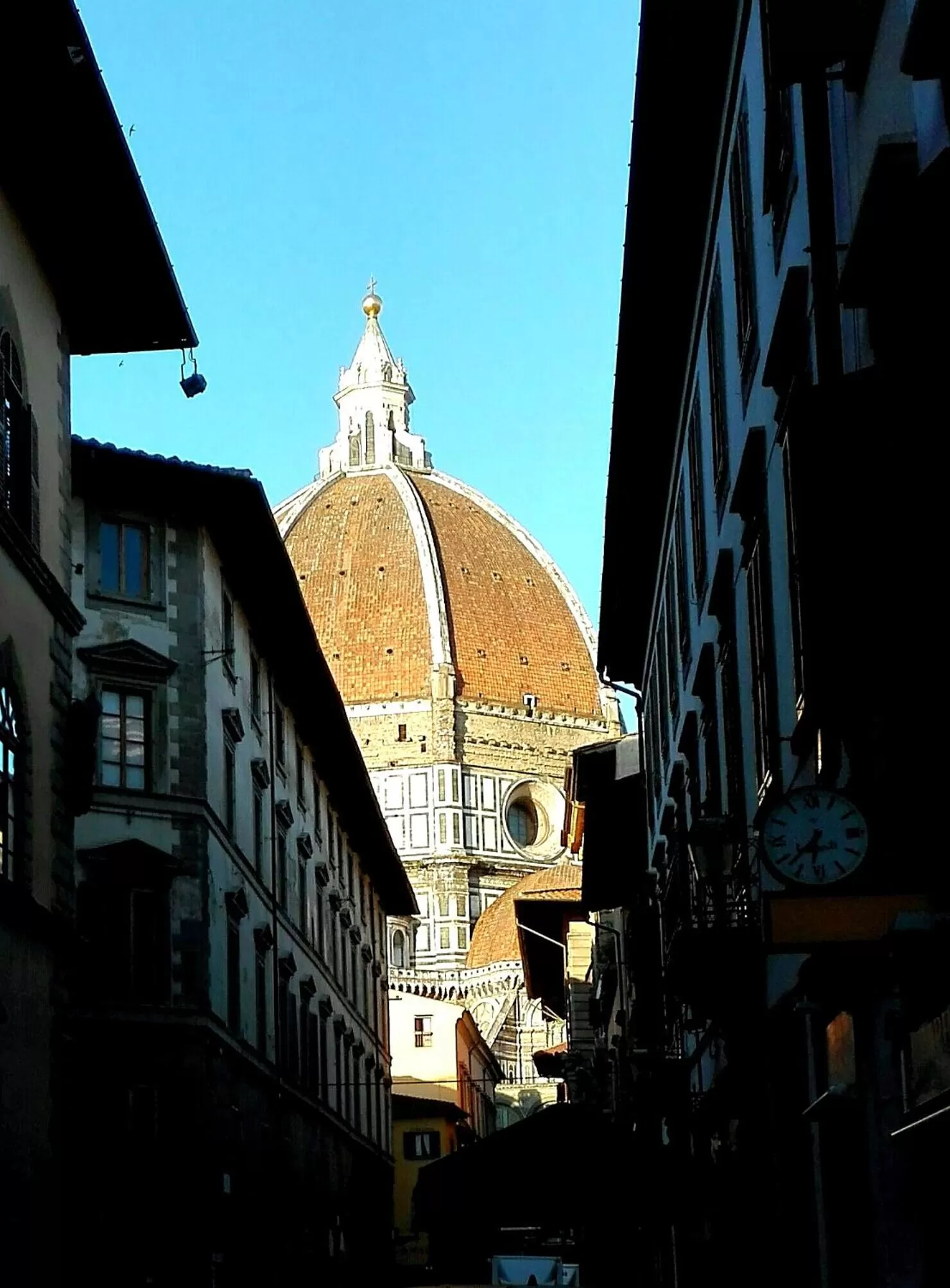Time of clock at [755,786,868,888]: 6:37
